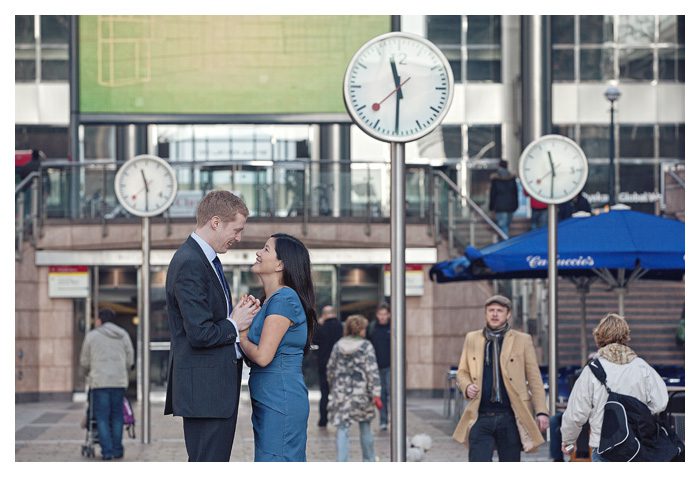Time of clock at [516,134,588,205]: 11:30
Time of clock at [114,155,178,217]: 11:29
